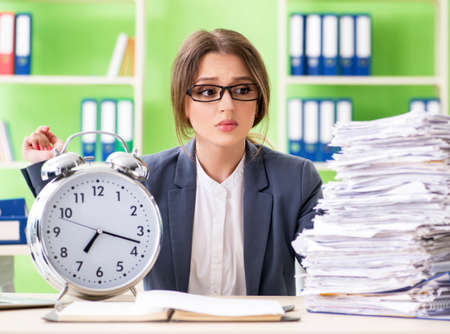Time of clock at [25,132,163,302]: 7:17
